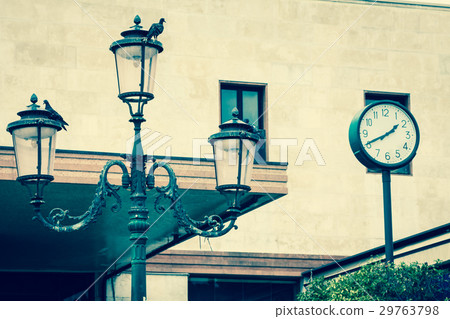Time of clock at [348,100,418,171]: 1:40
